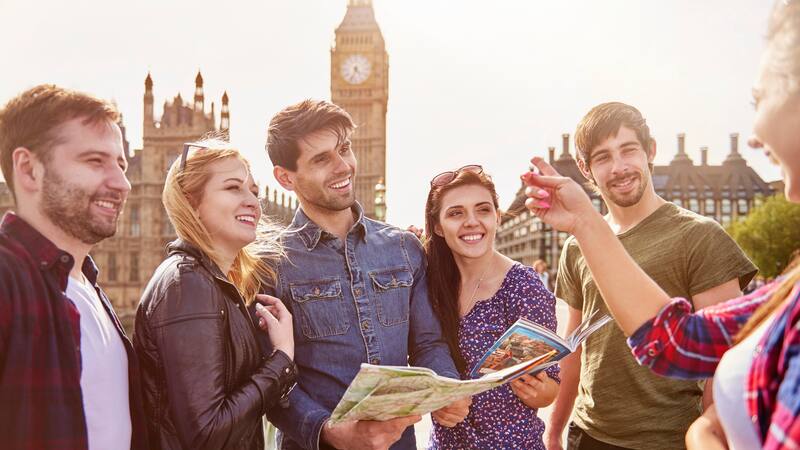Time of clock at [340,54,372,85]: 4:33
